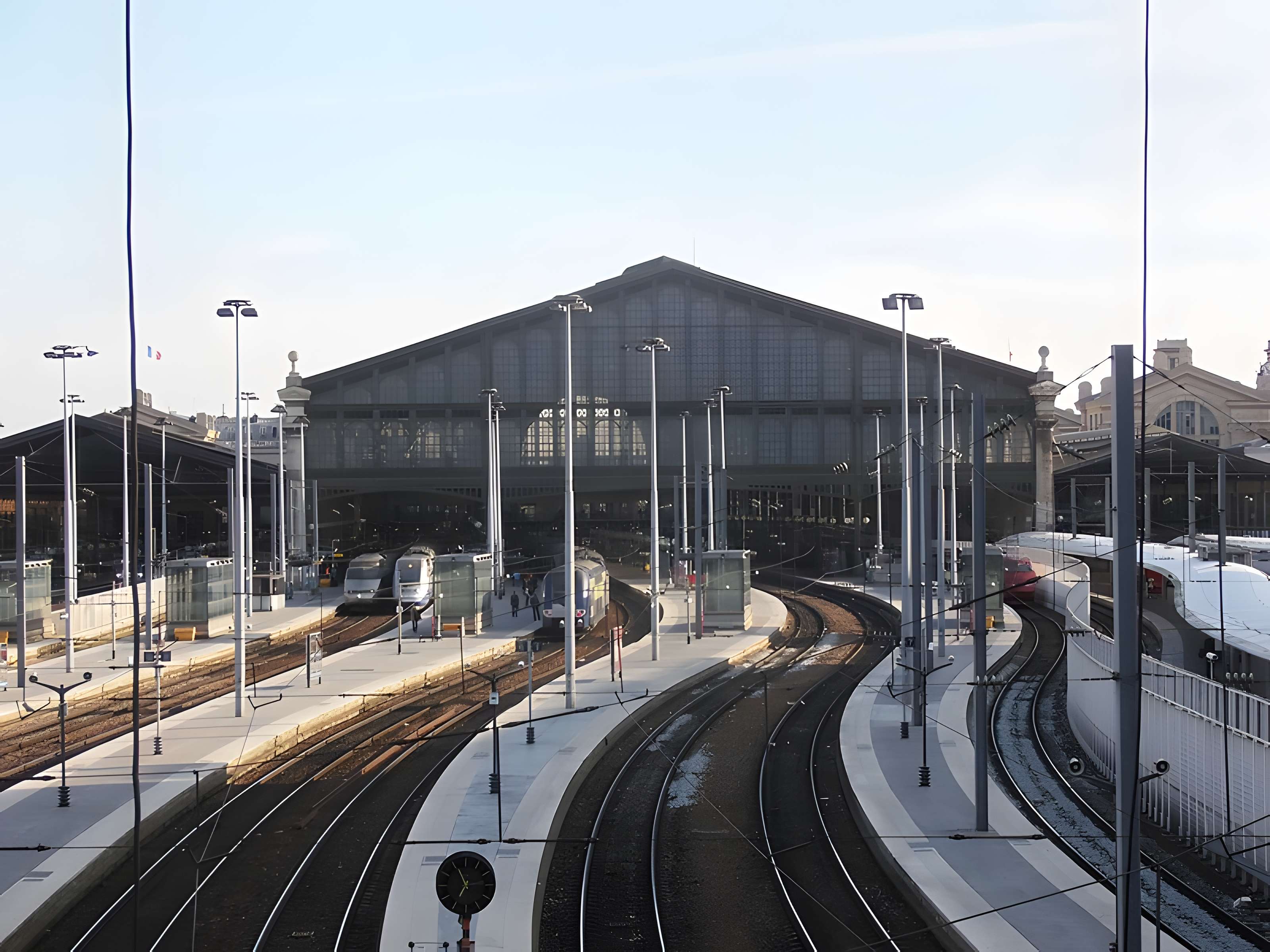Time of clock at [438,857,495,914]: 6:55
